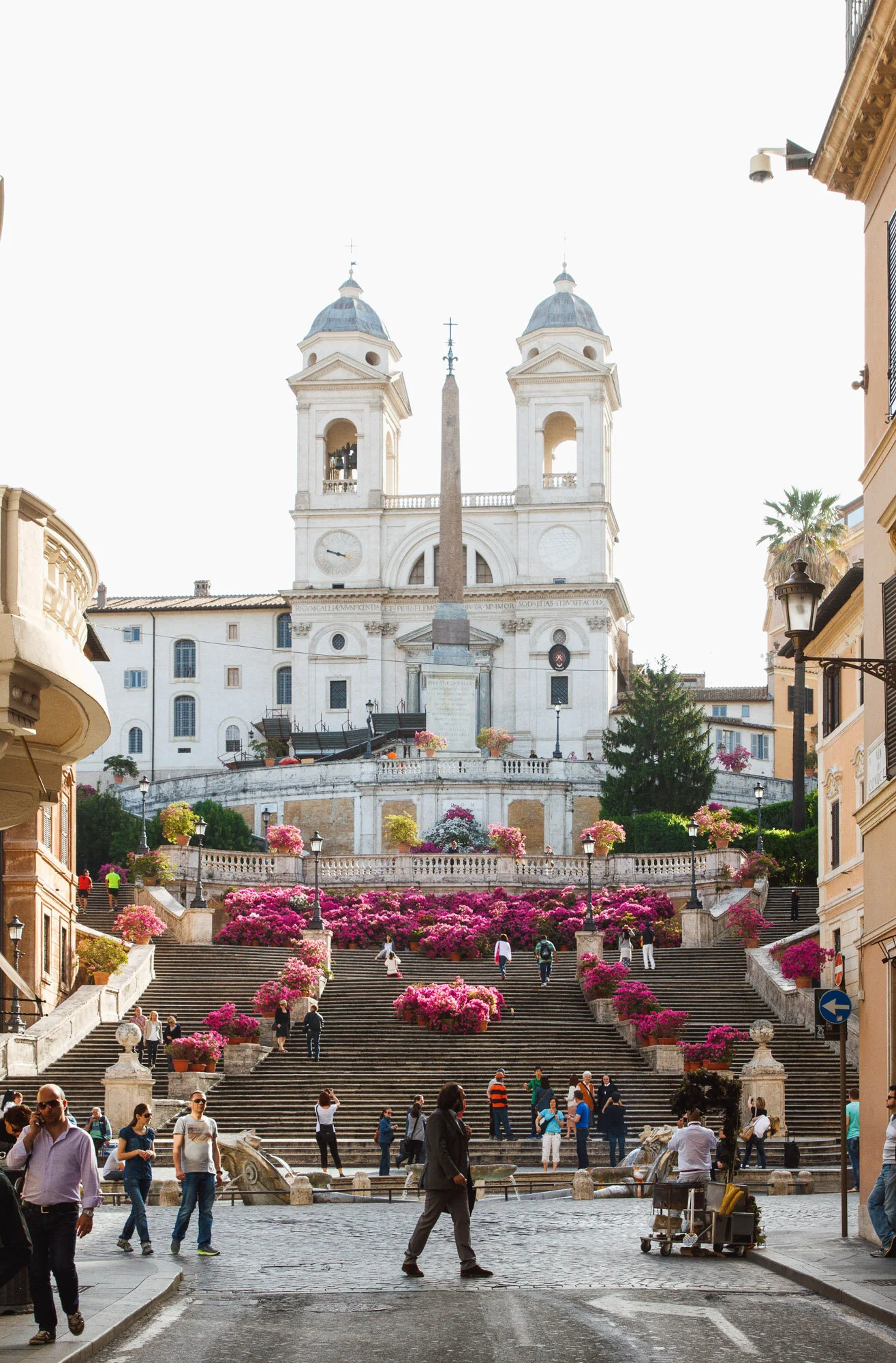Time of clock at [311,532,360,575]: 9:17
